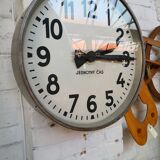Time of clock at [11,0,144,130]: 2:14
